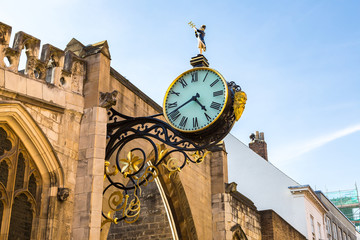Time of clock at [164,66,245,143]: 4:41
